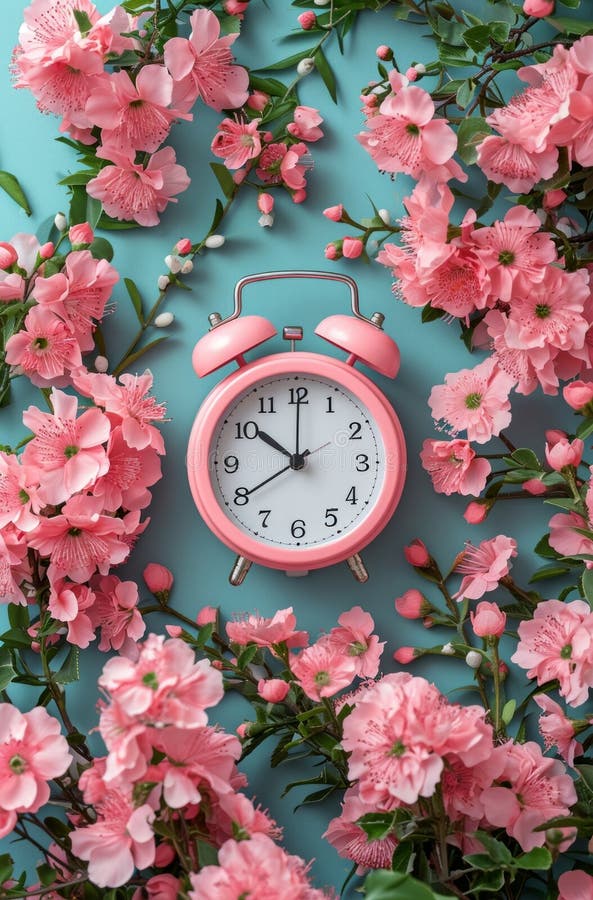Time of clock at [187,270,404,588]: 10:00
